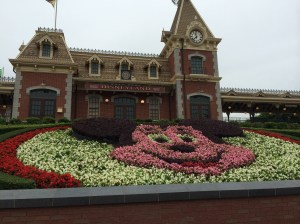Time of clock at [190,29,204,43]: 11:37
